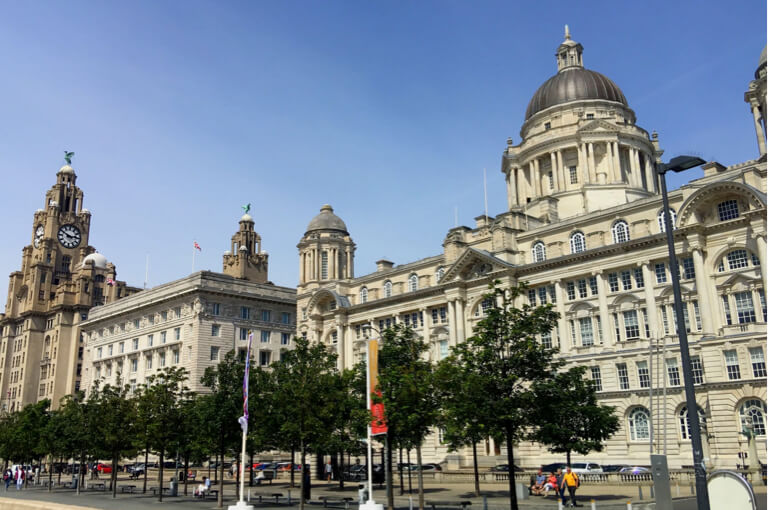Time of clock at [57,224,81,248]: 2:49
